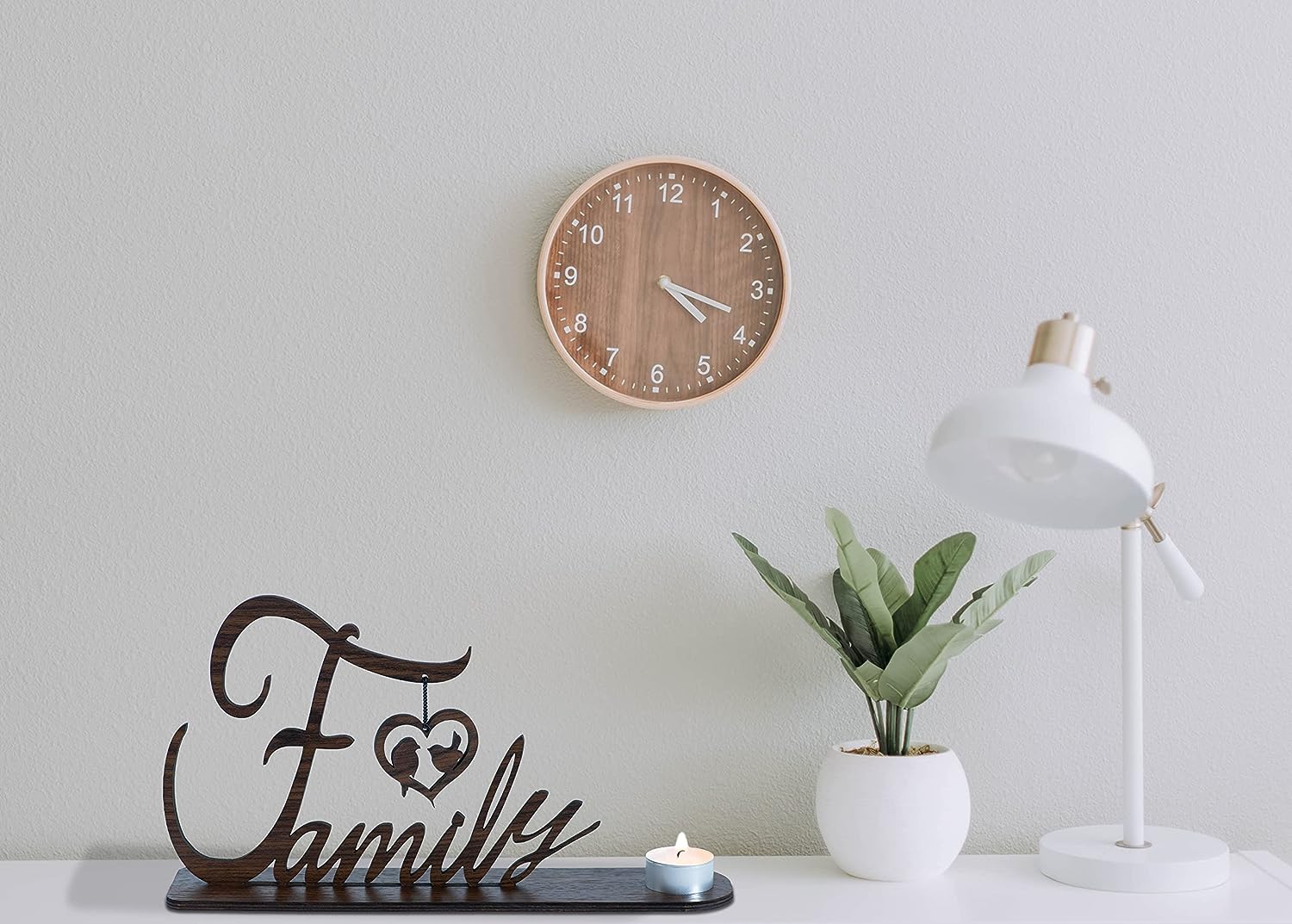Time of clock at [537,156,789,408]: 4:18
